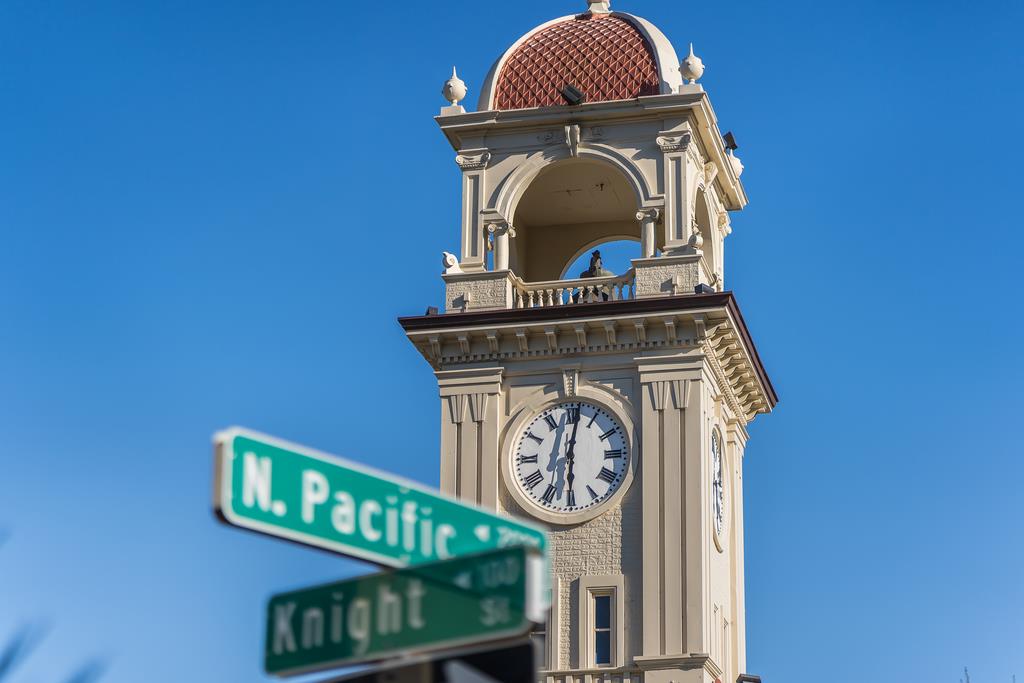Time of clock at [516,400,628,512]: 6:01
